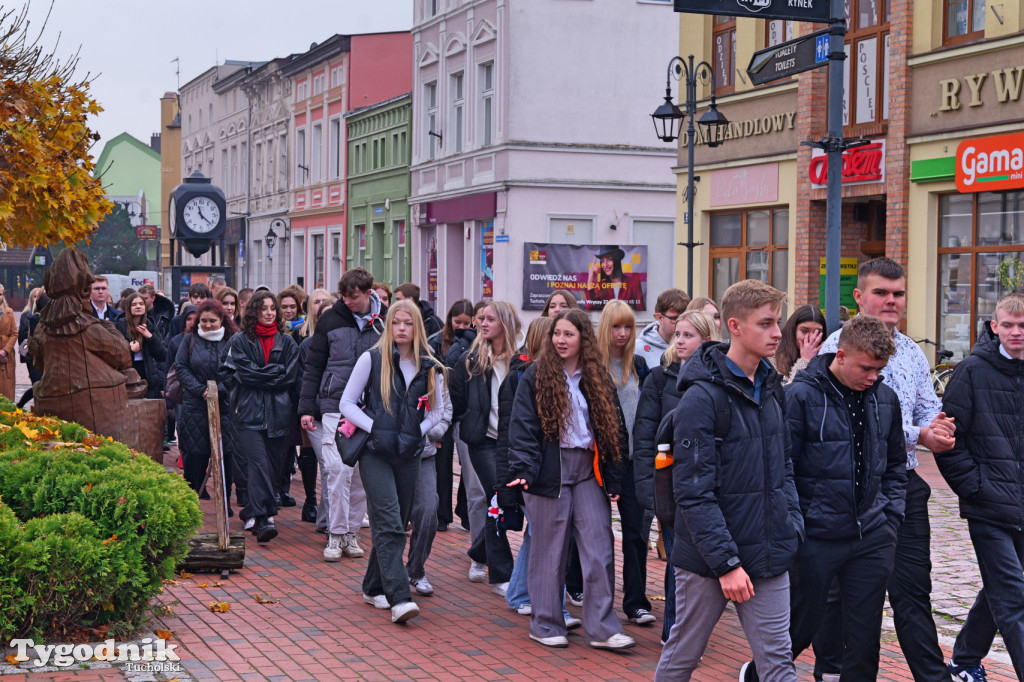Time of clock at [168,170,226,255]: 11:21
